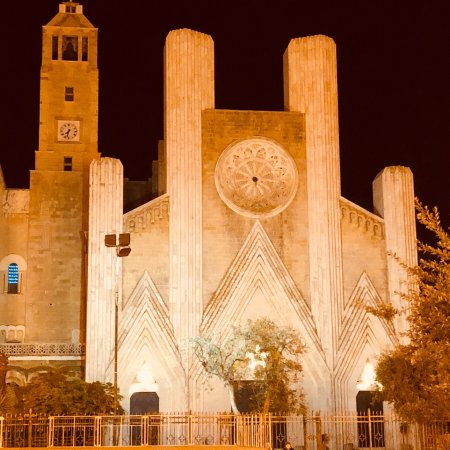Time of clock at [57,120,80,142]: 7:32
